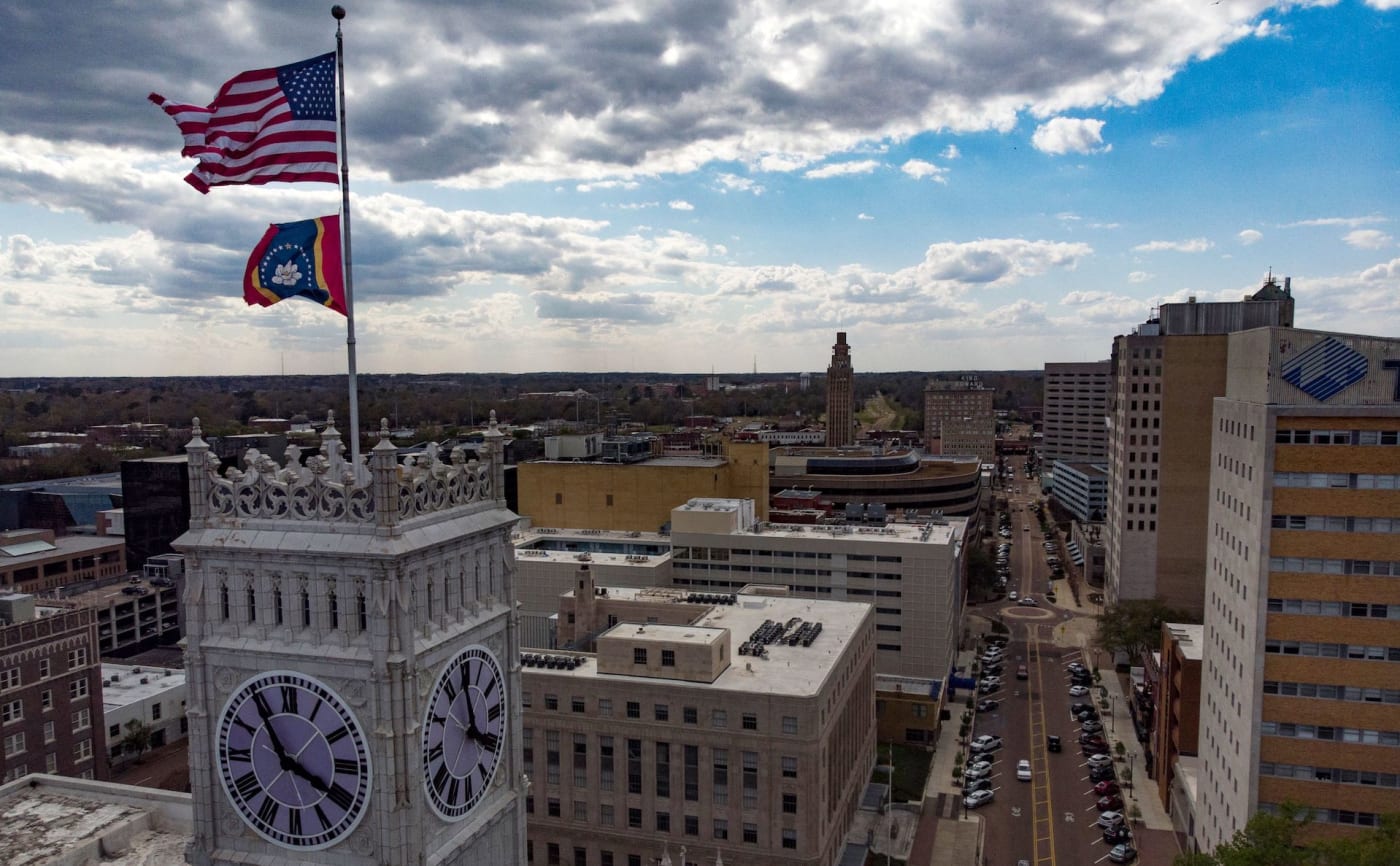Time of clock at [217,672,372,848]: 3:54
